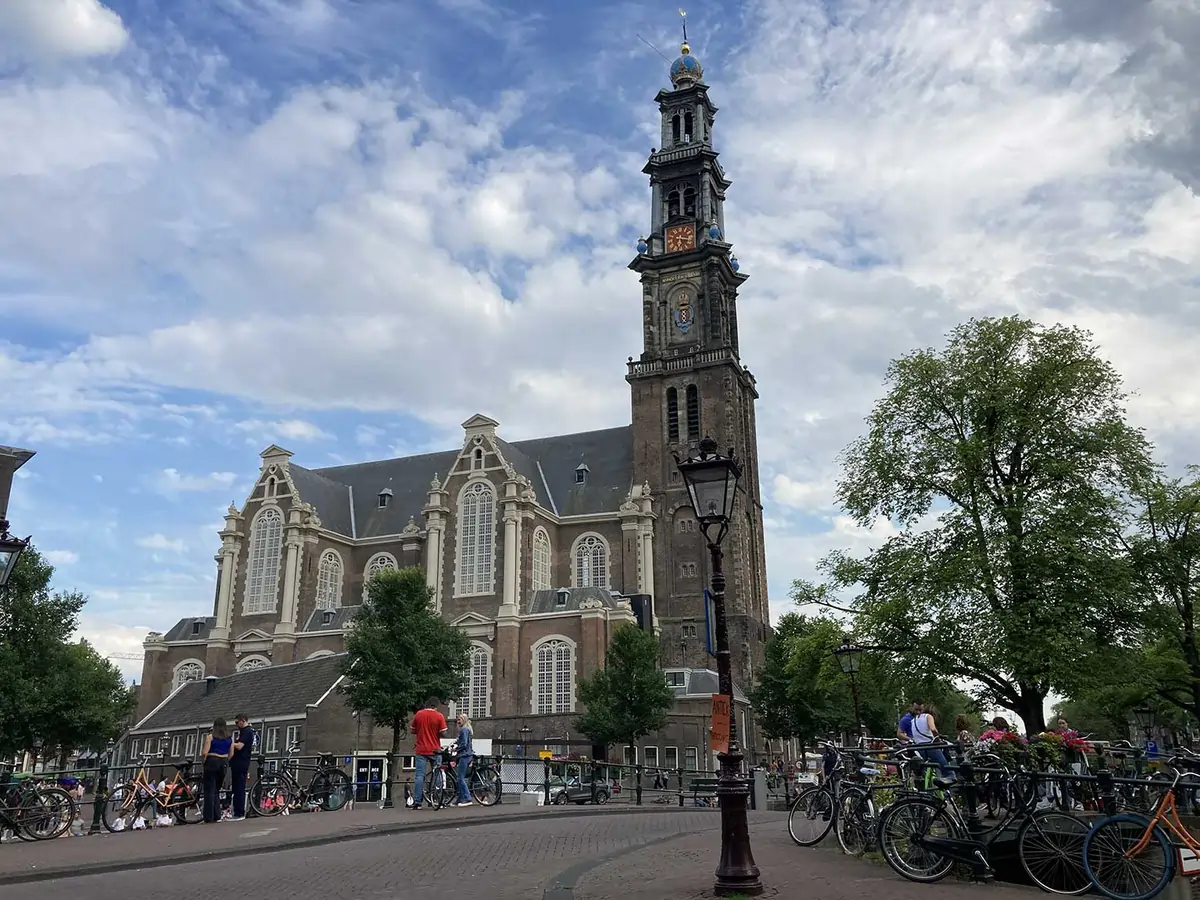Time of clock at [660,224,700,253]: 6:17
